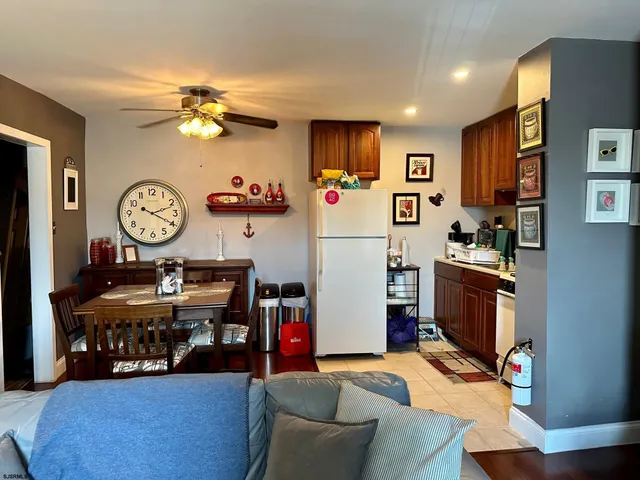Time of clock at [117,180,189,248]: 2:19
